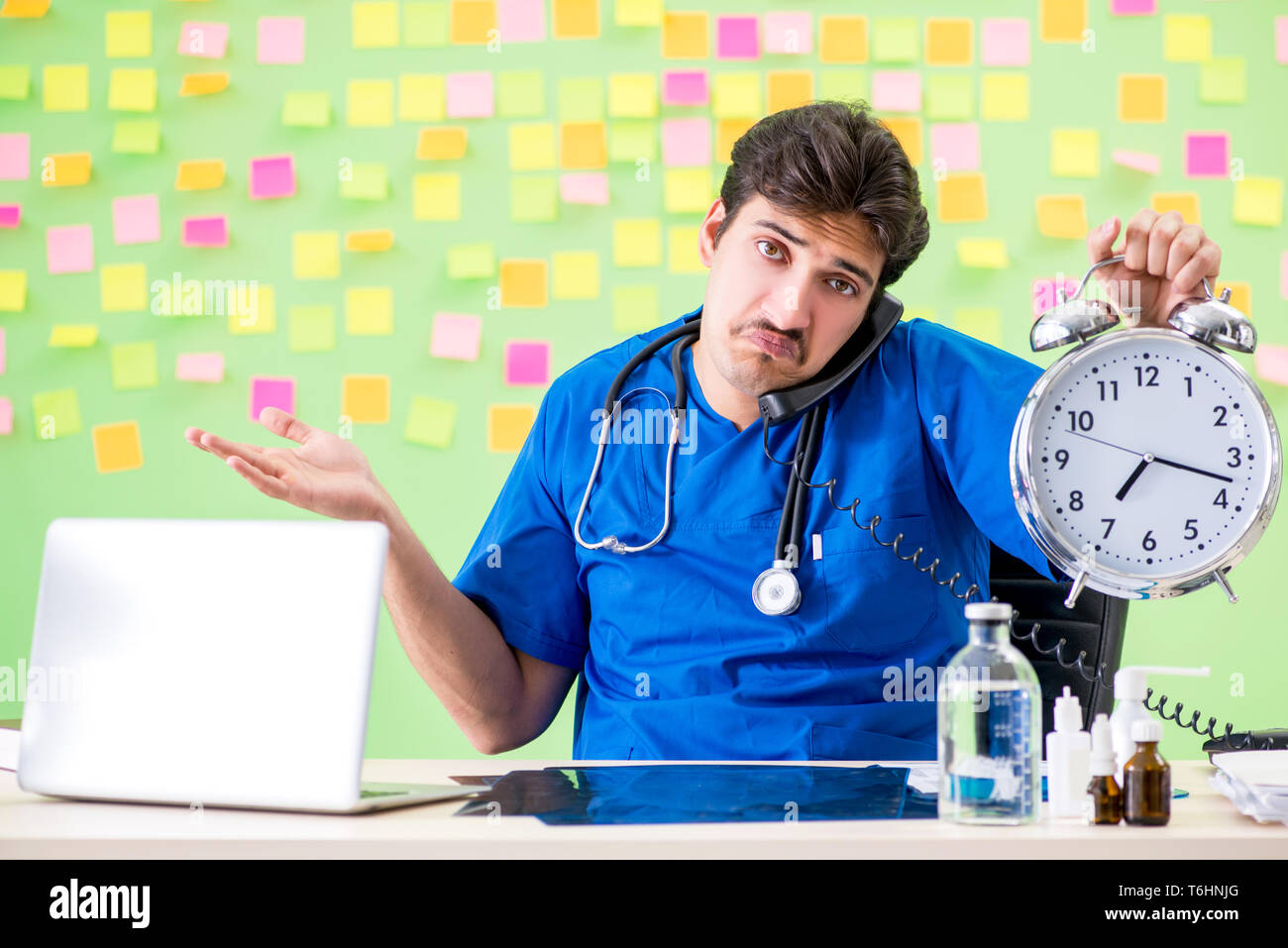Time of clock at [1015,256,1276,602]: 7:17
